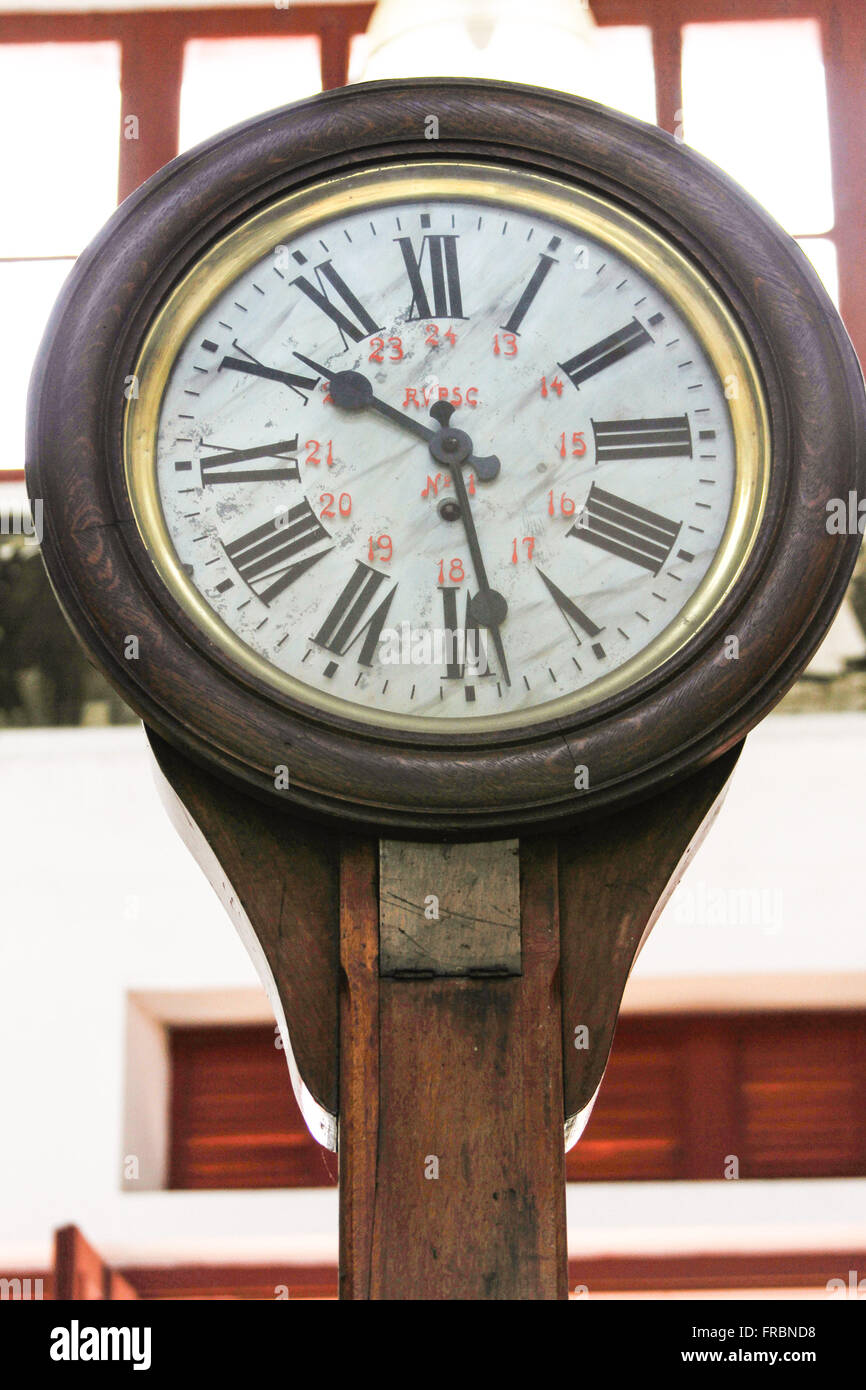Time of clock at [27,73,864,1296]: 10:28
